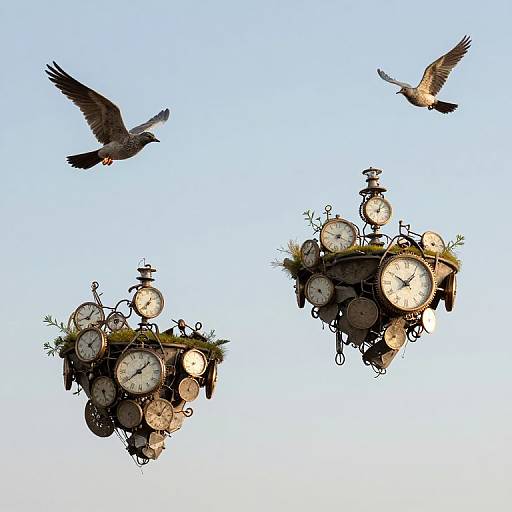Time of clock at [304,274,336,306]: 9:22
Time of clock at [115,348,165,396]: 1:38
